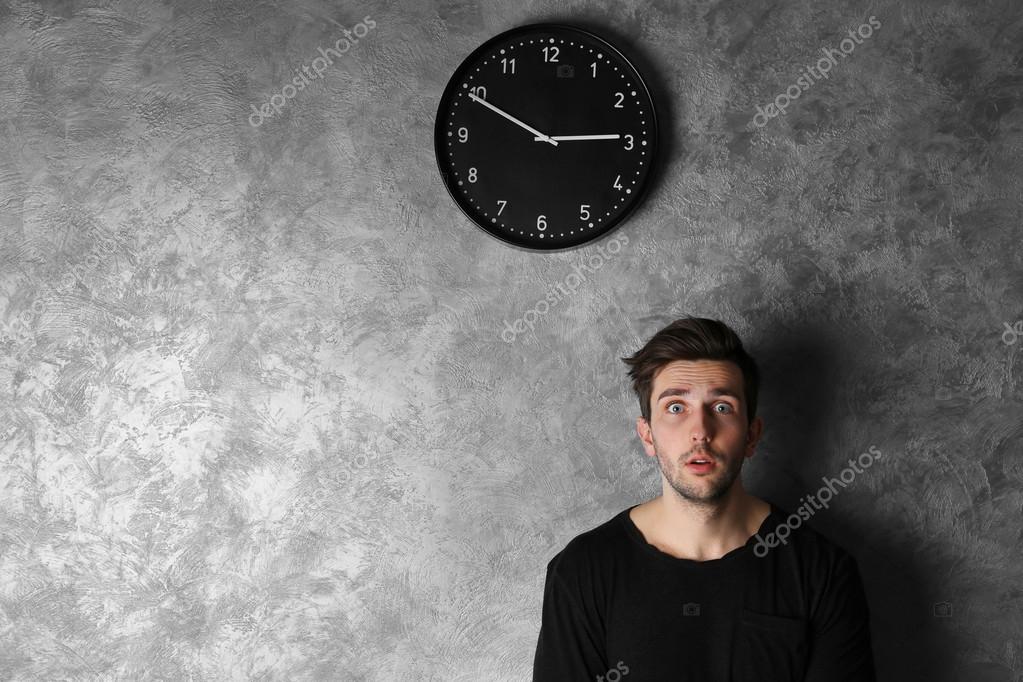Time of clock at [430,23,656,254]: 2:49
